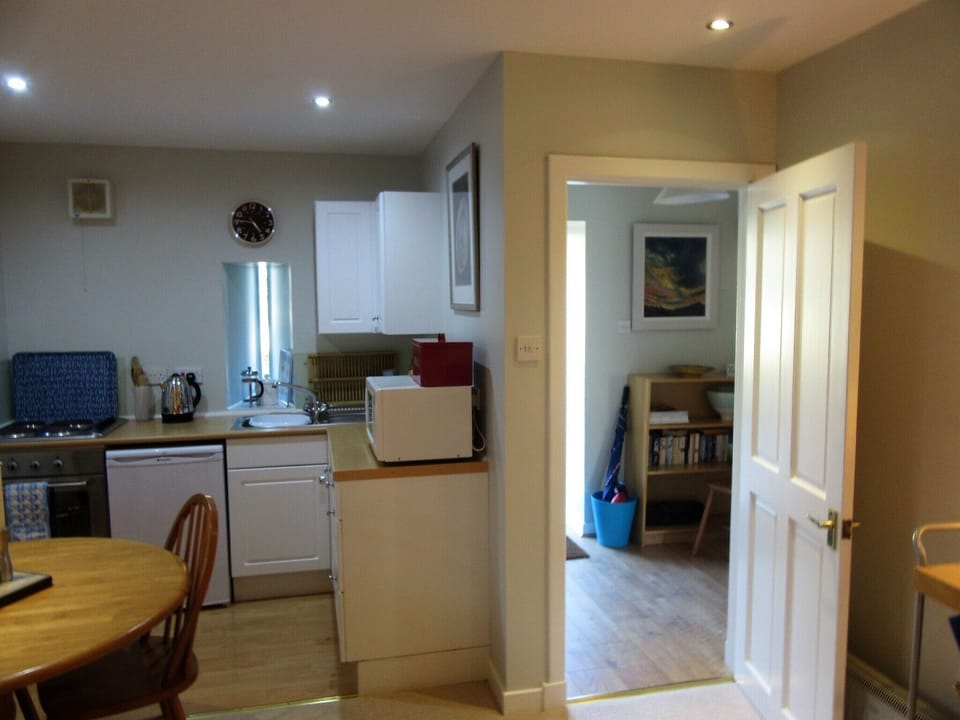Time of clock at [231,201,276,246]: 4:46
